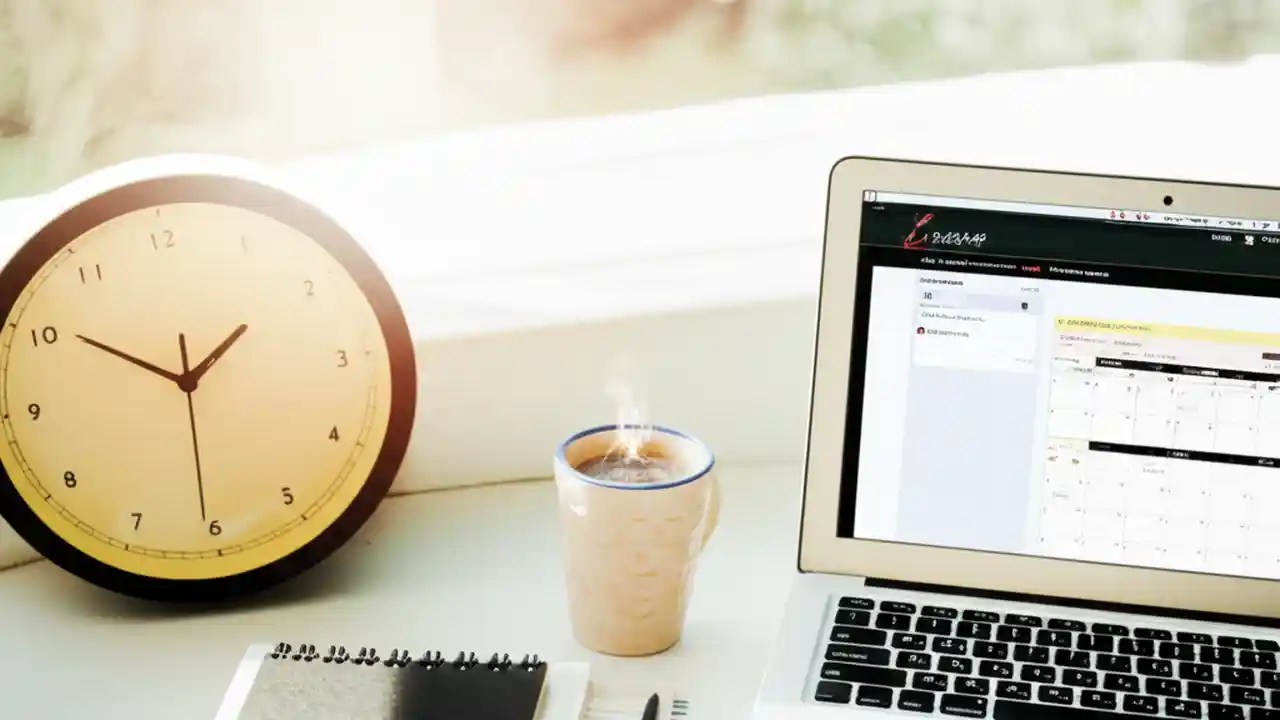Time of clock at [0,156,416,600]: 1:50
